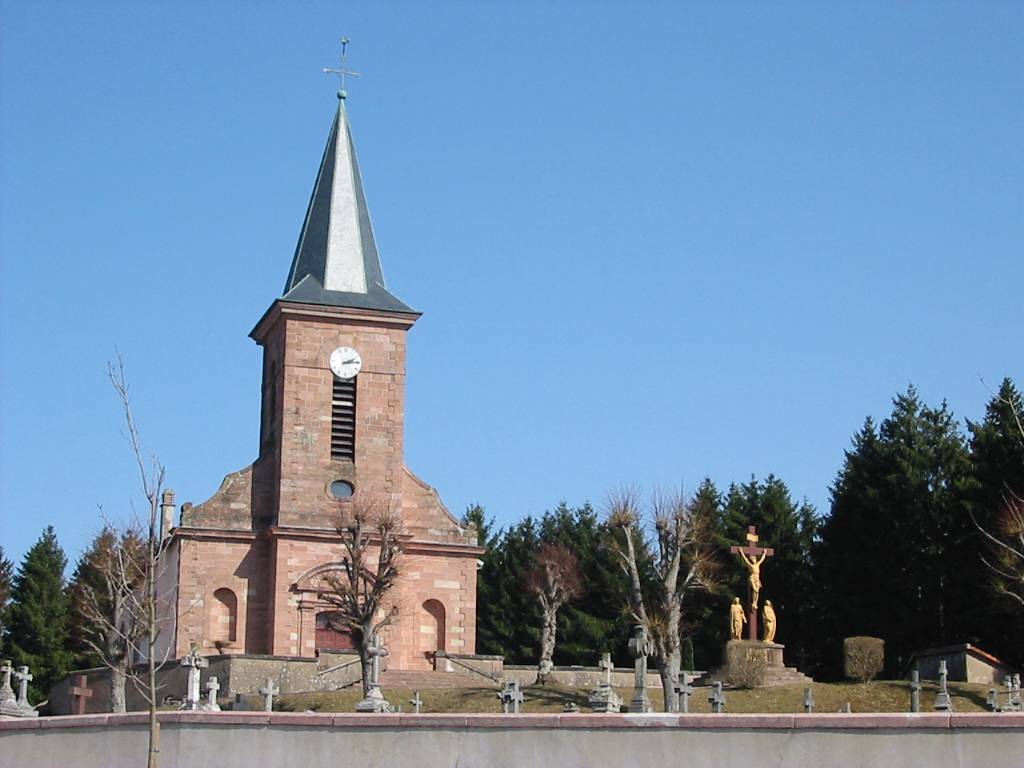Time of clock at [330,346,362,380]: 2:14
